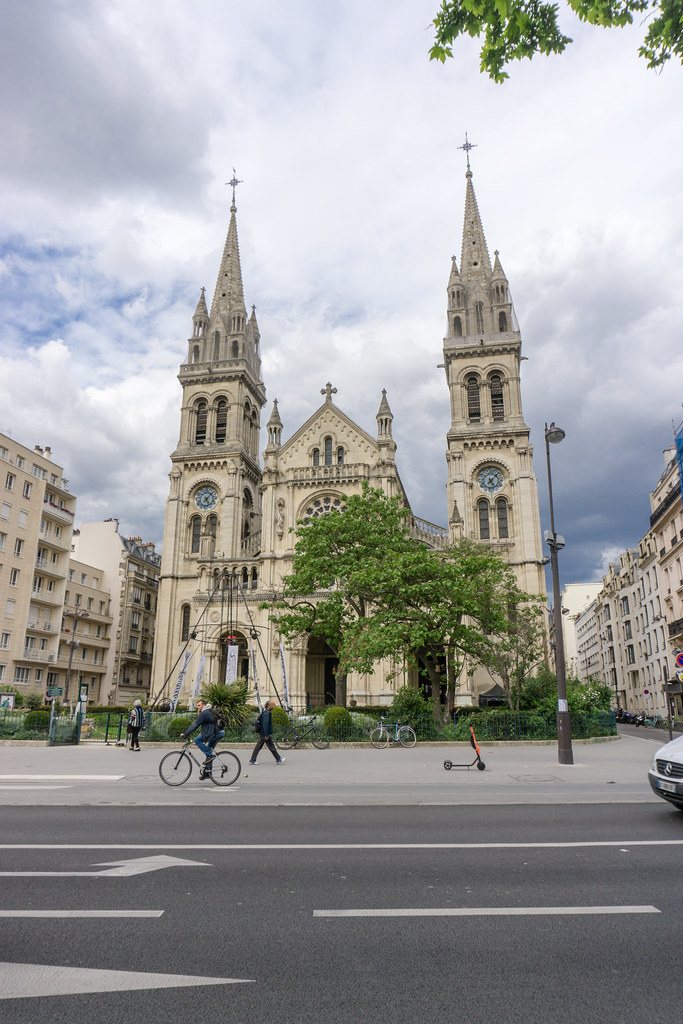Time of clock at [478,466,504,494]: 5:07
